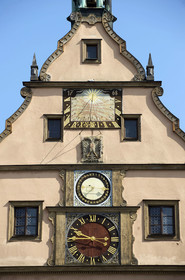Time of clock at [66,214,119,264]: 9:45
